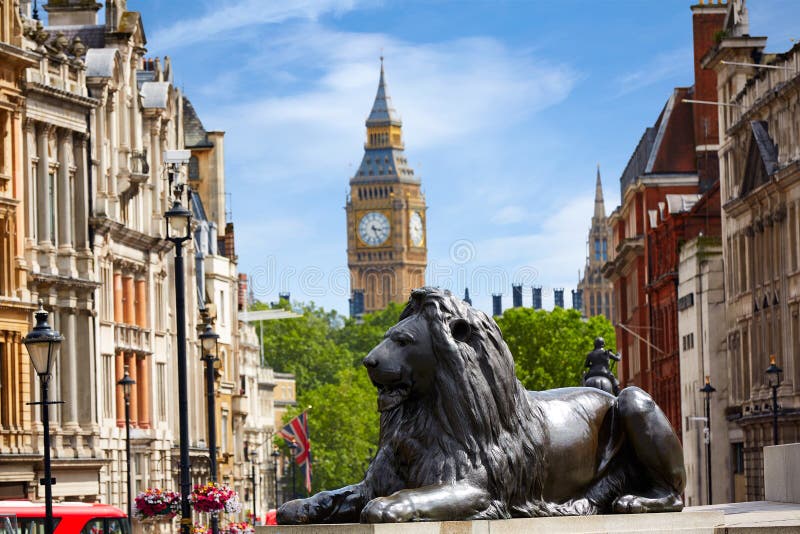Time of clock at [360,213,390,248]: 3:26
